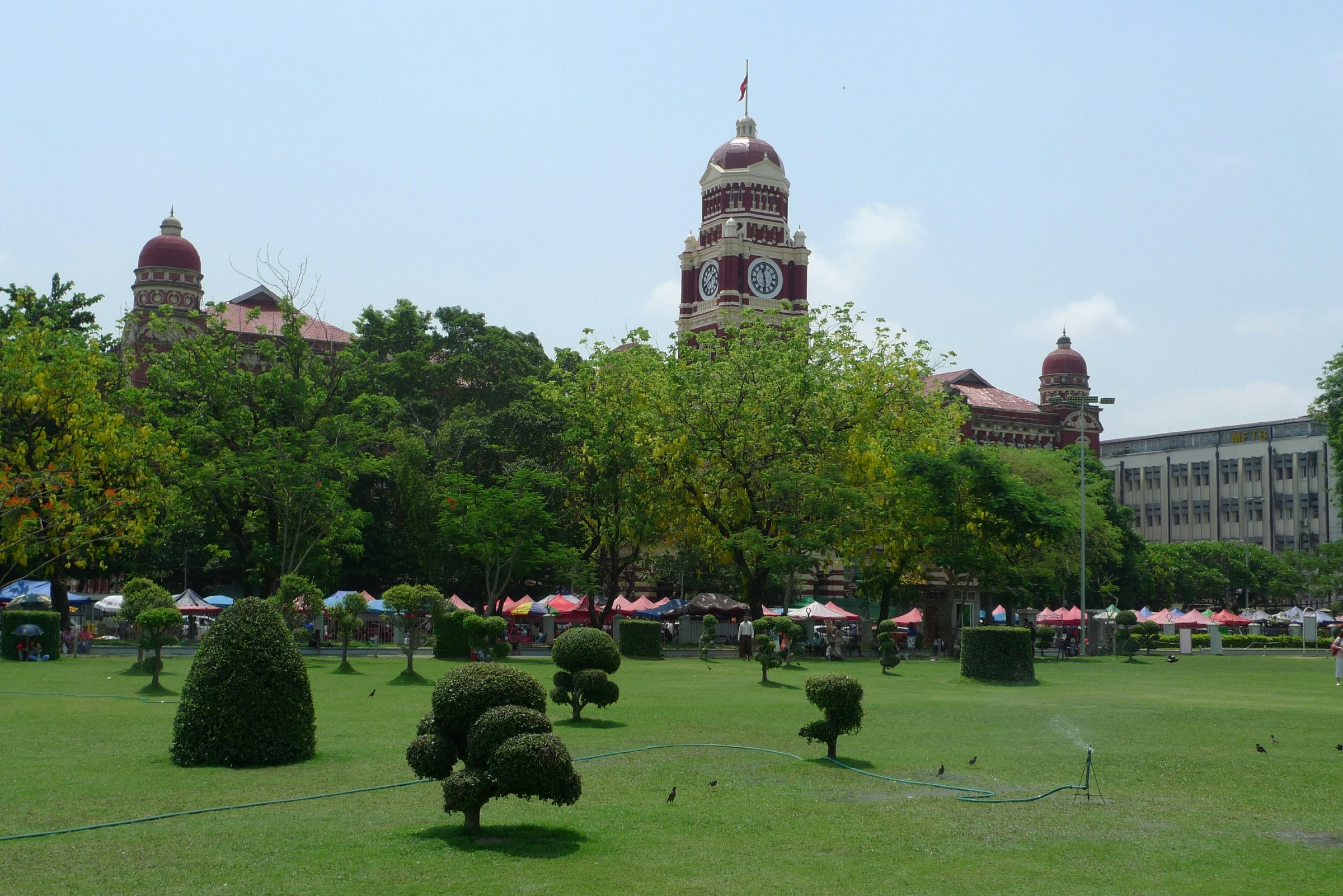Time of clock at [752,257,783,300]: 11:29
